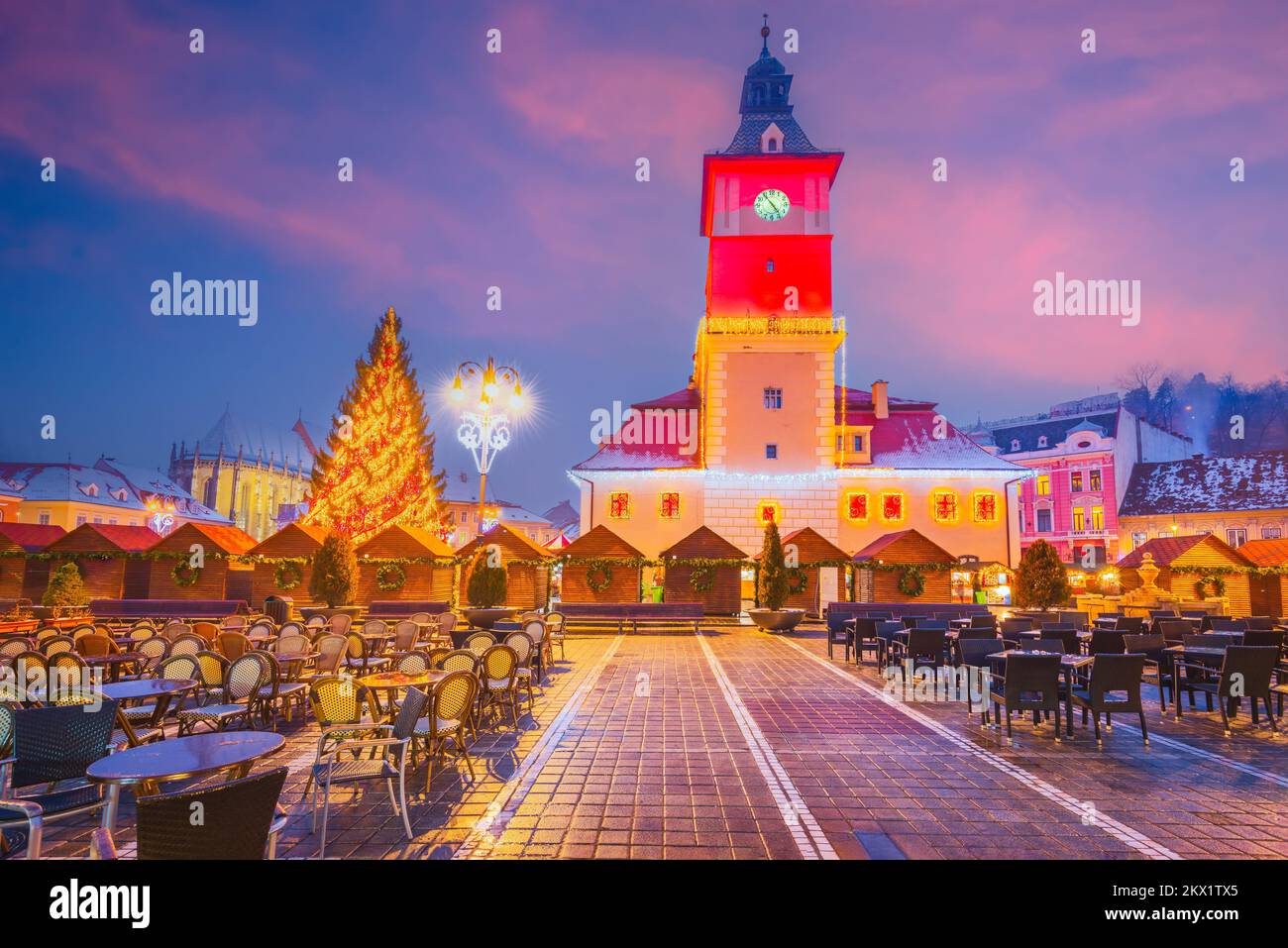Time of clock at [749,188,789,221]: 4:54
